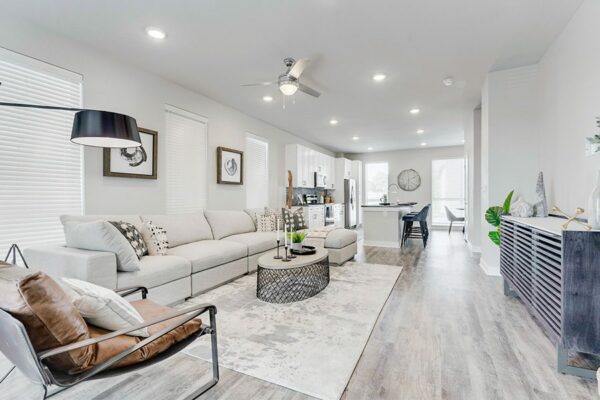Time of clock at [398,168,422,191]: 6:10
